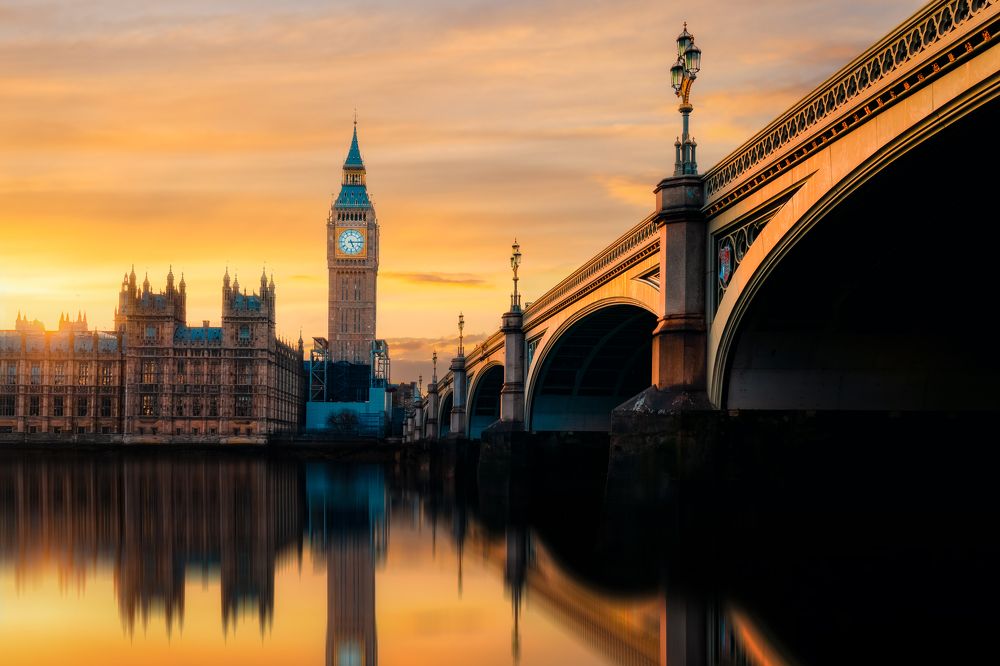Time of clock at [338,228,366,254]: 5:14
